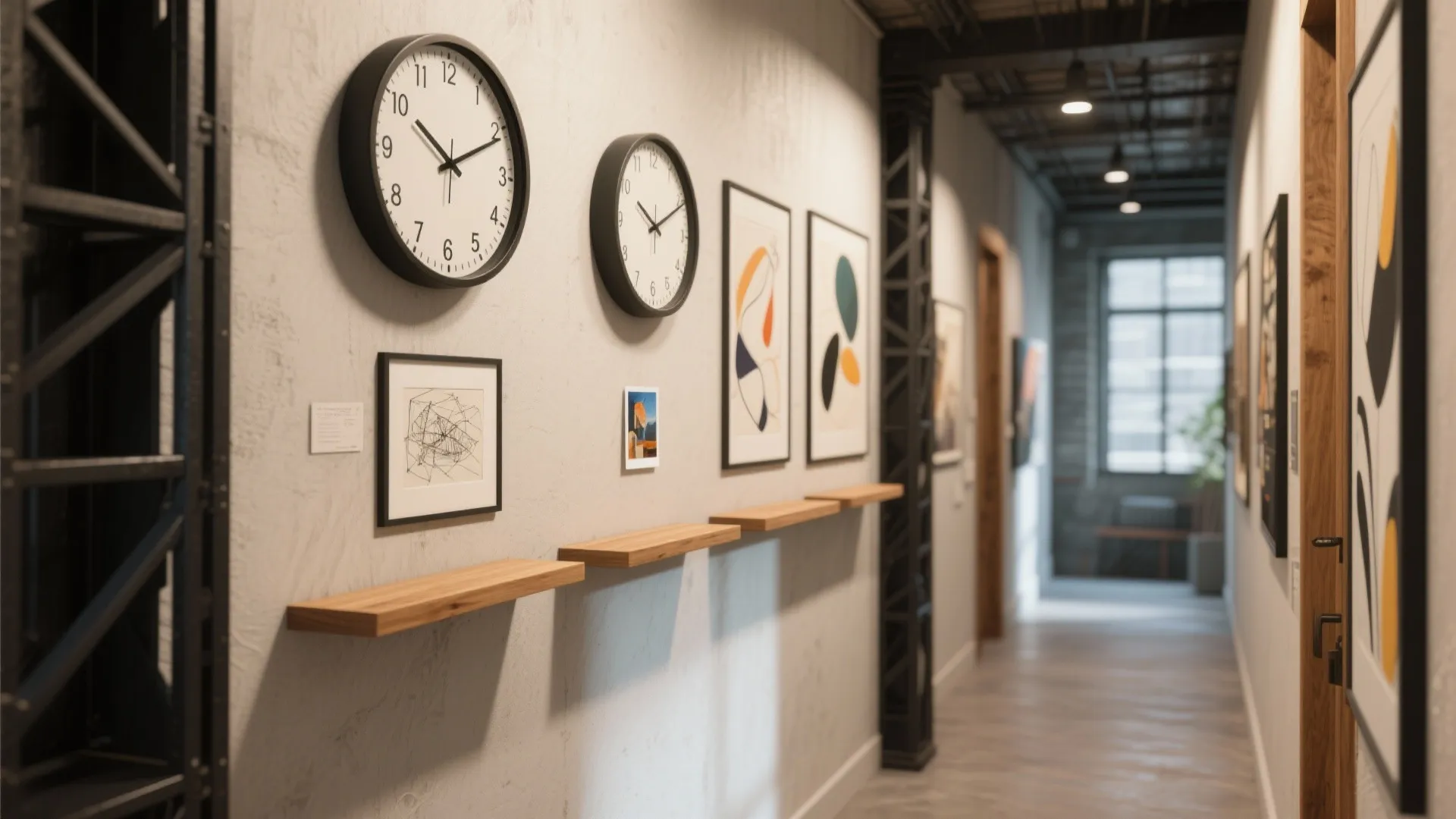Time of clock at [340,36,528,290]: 10:10
